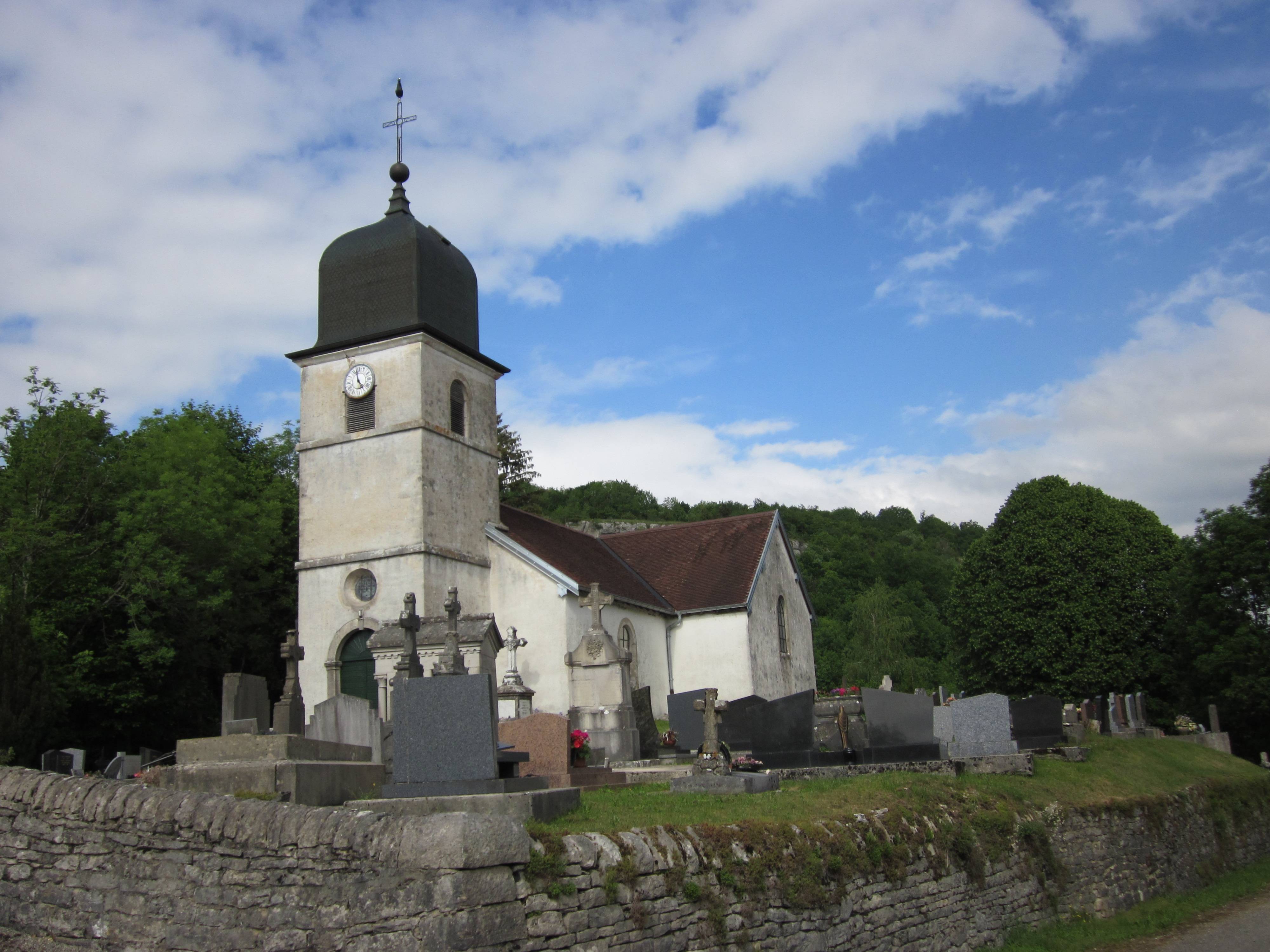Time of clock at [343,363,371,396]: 4:57
